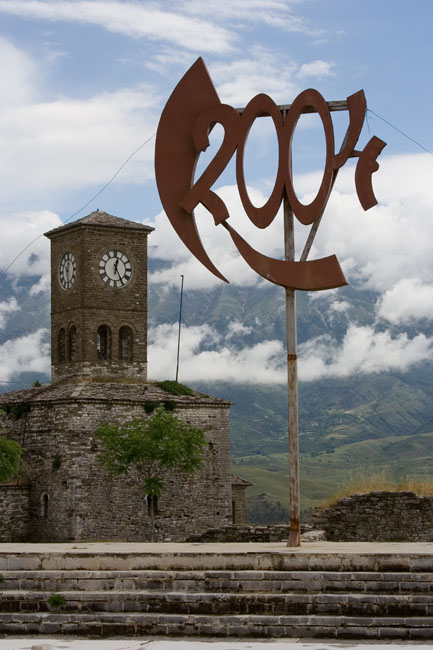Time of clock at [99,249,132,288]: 12:25
